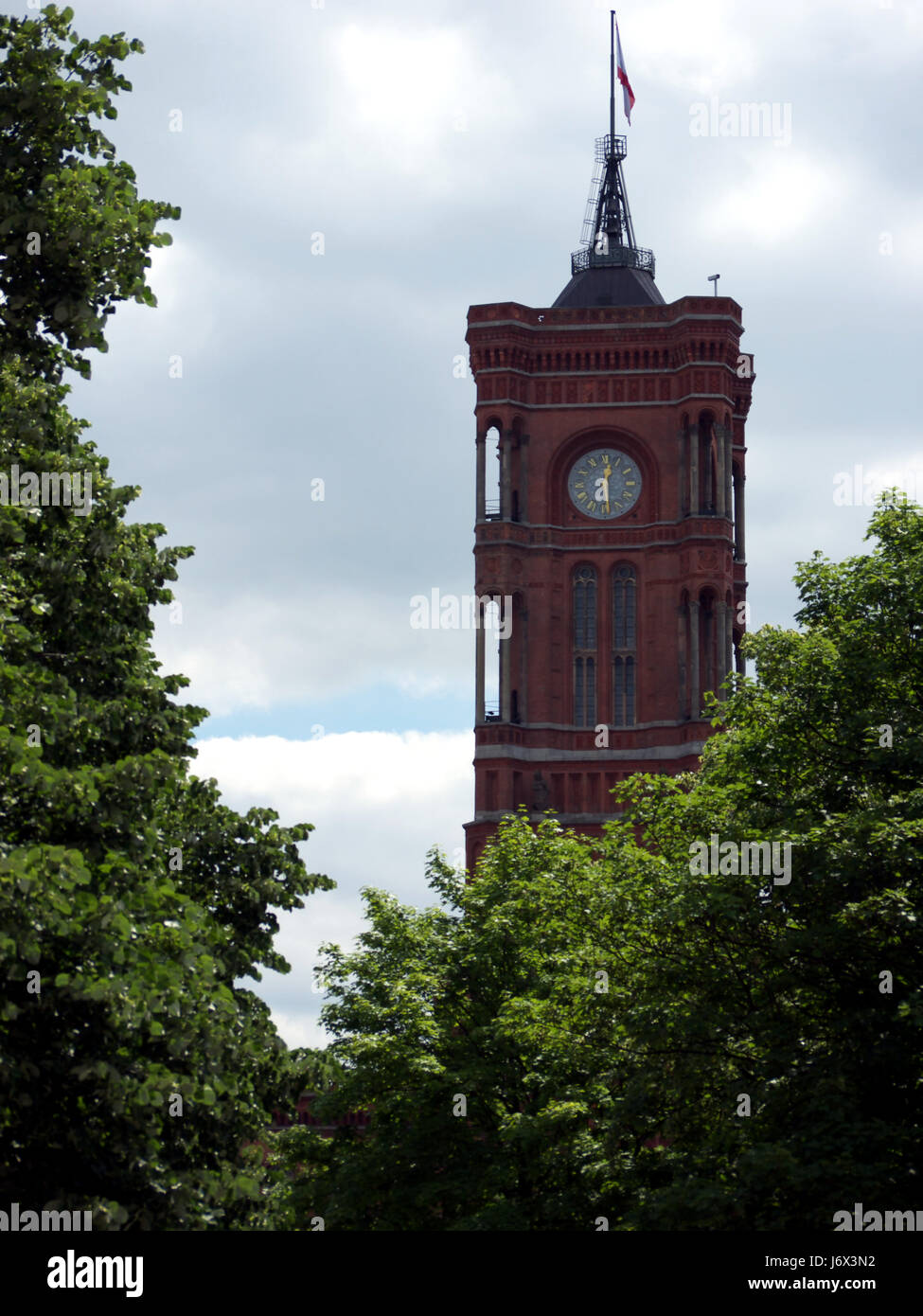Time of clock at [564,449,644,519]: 12:28
